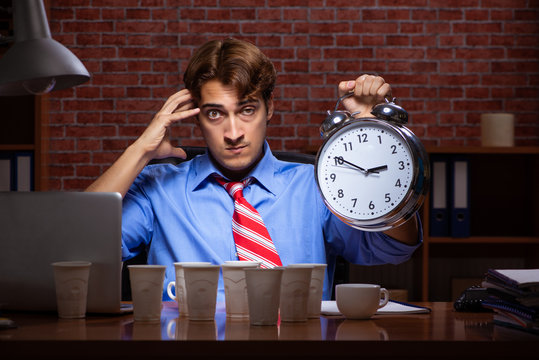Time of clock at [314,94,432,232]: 2:50
